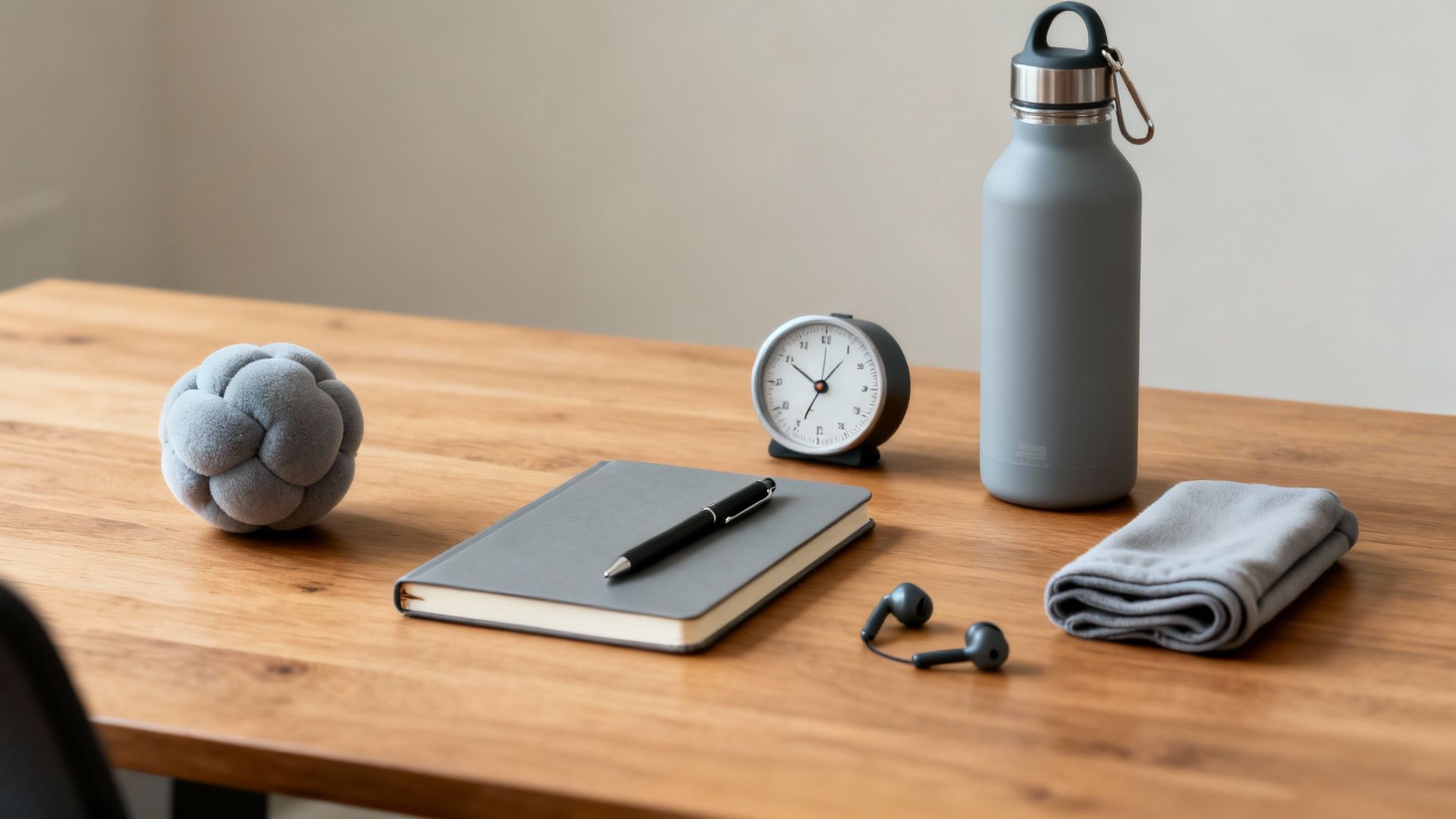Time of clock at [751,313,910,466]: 6:50
